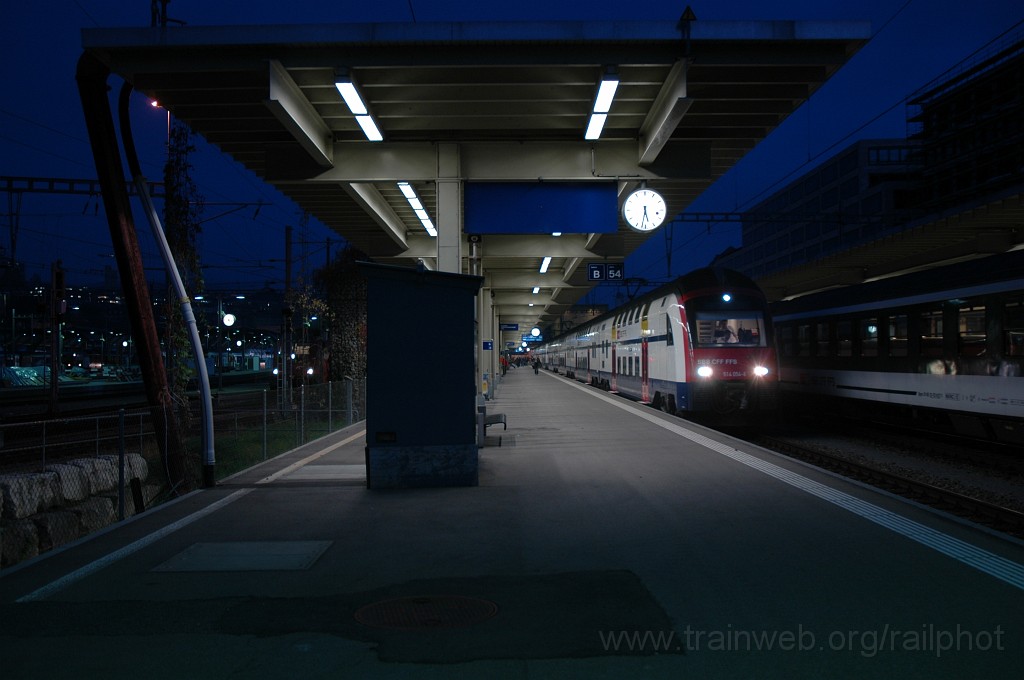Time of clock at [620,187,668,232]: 5:31
